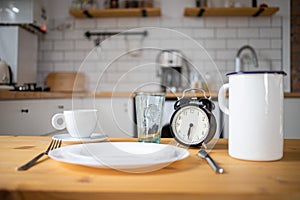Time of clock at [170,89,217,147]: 6:31
